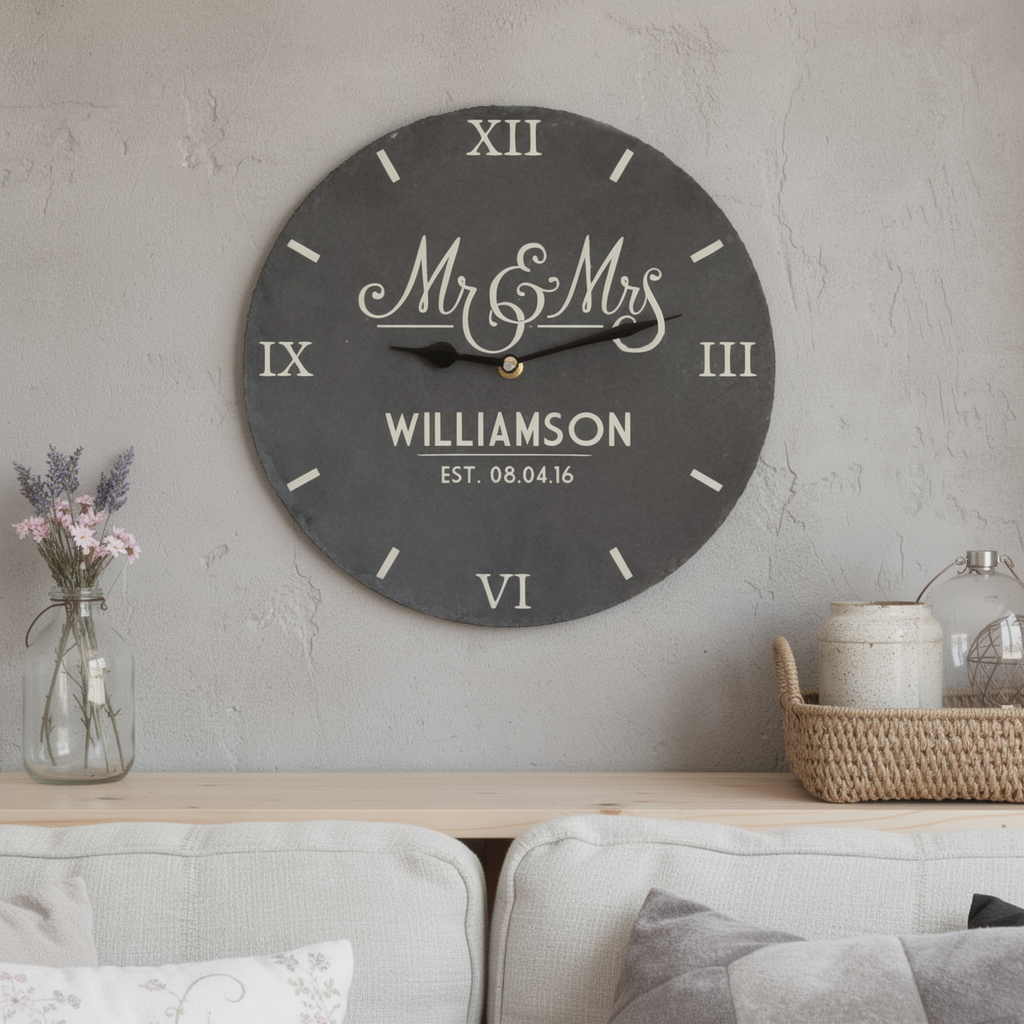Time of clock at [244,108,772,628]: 9:13
